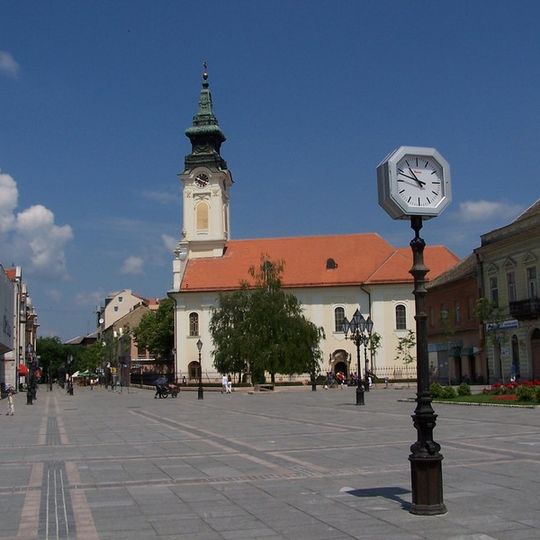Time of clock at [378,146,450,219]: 10:48
